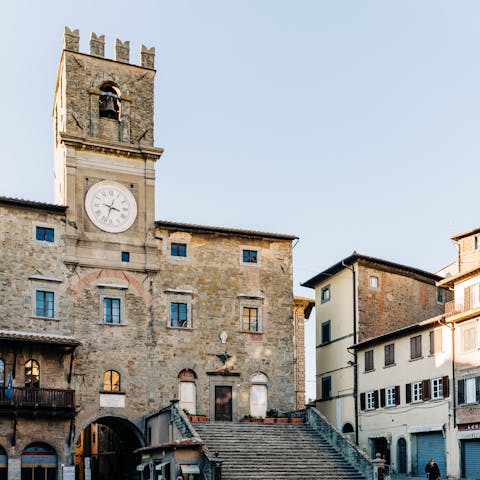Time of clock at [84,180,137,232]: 3:33
